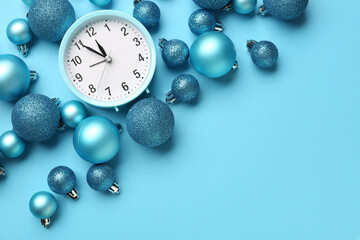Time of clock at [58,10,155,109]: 11:50
